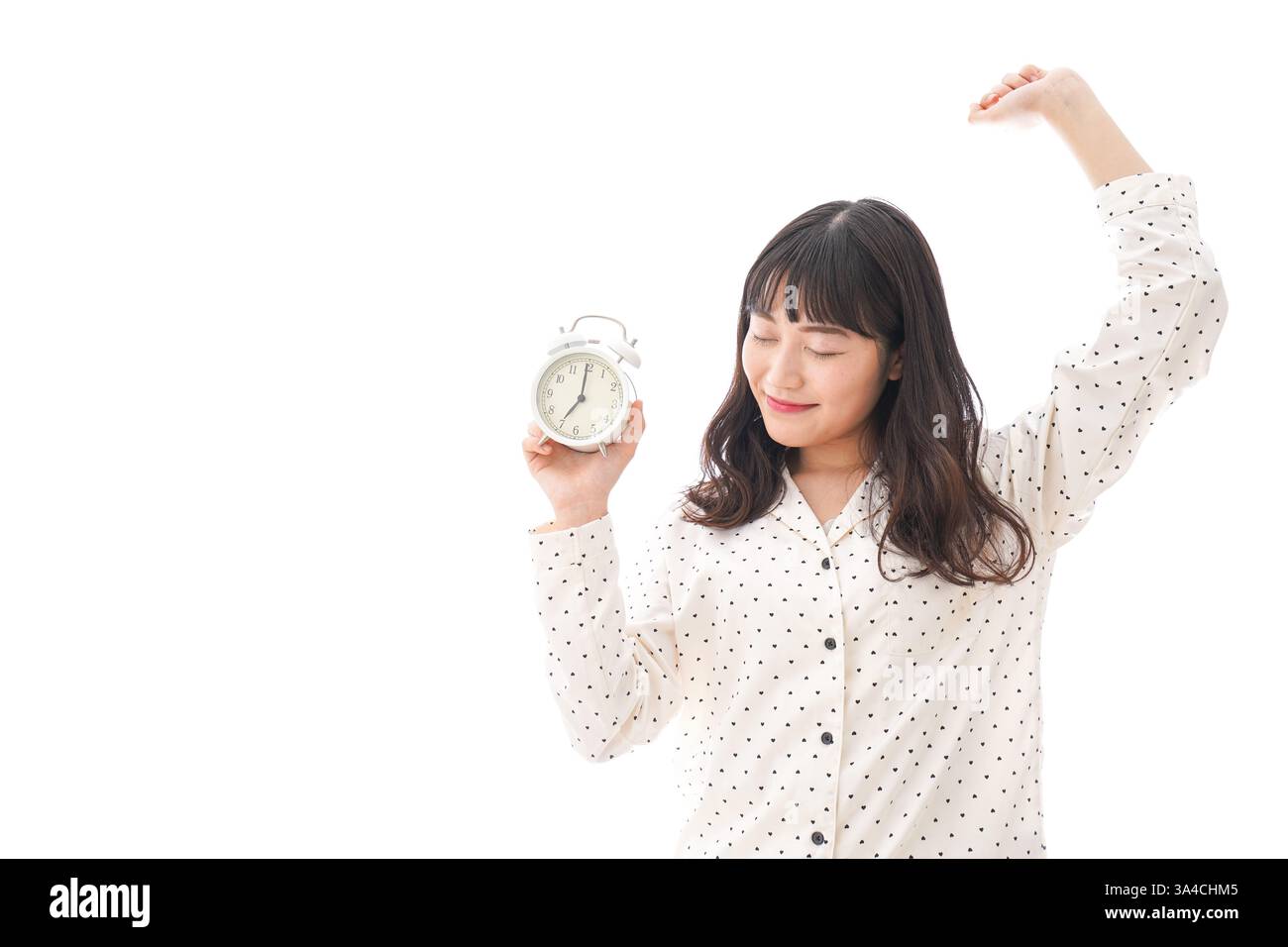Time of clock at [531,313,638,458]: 7:00
